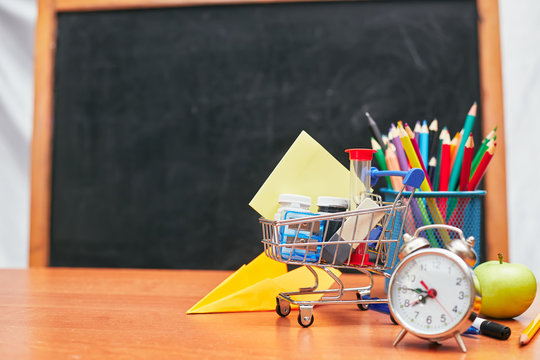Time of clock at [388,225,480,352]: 7:45
